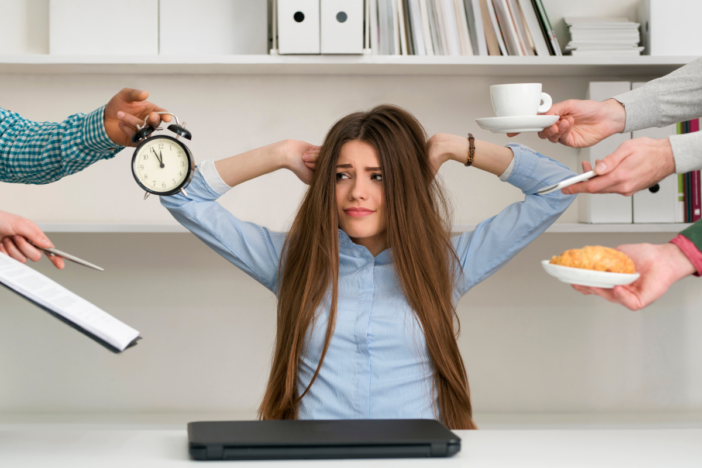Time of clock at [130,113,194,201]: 11:55
